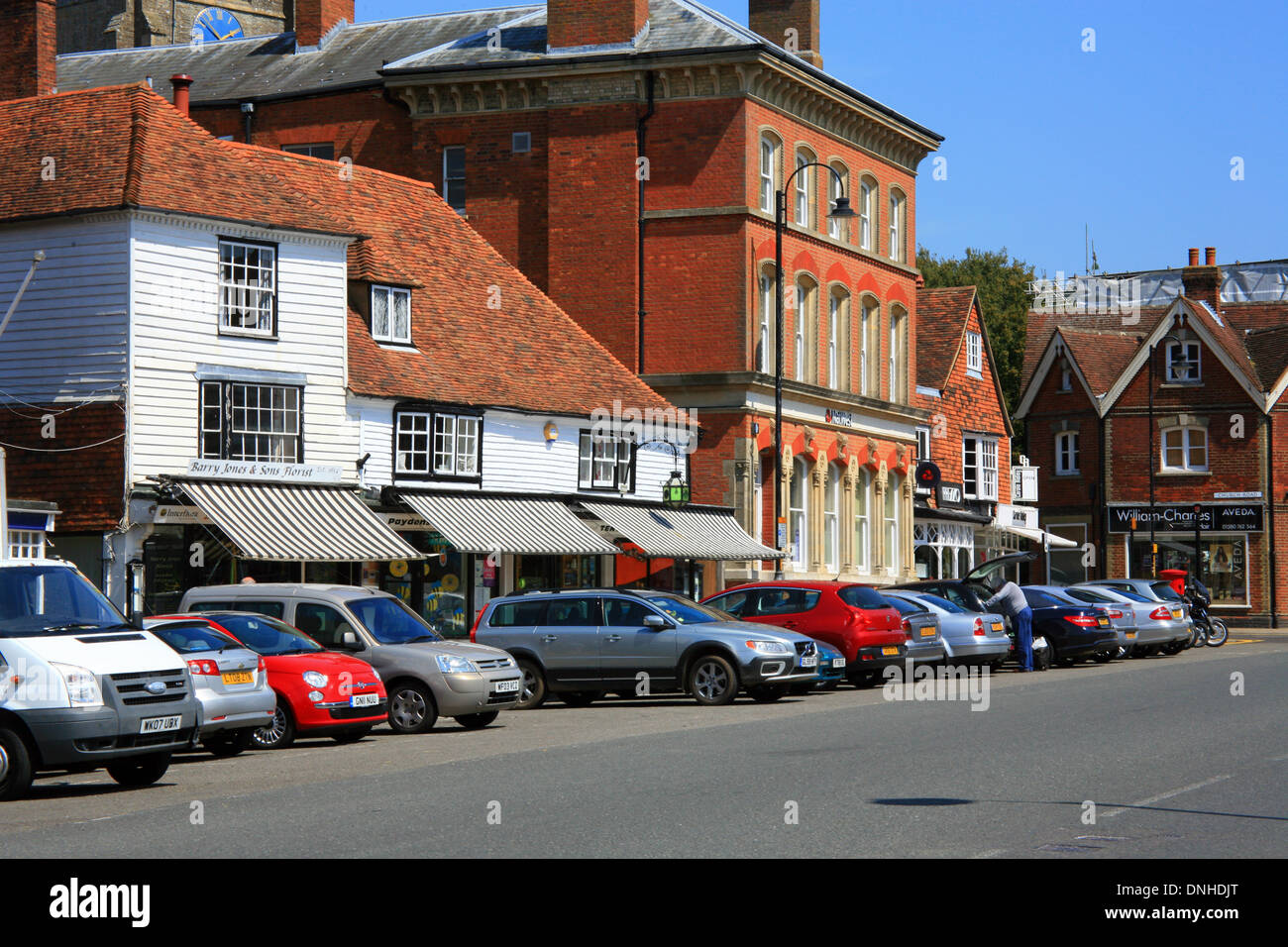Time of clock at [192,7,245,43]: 1:52
